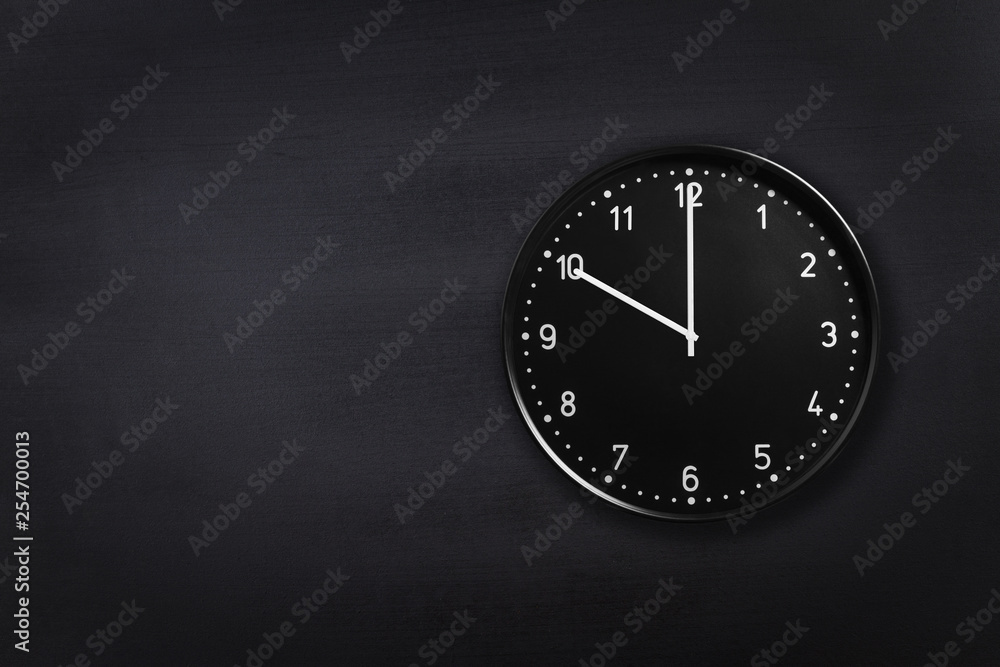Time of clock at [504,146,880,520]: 10:00
